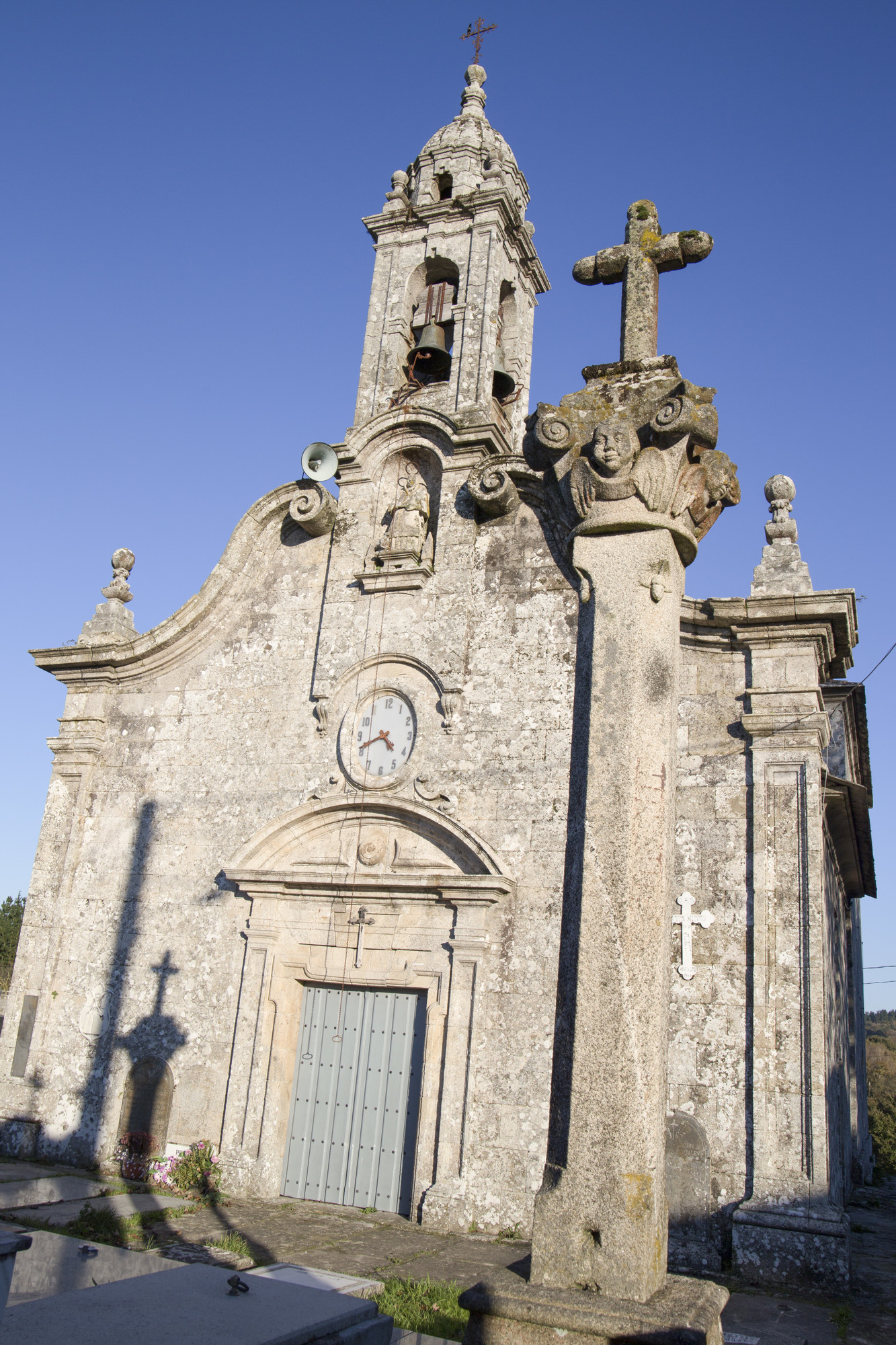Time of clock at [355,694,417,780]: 4:41
